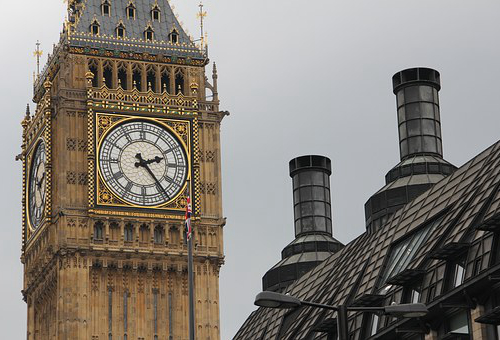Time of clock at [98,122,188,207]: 2:23
